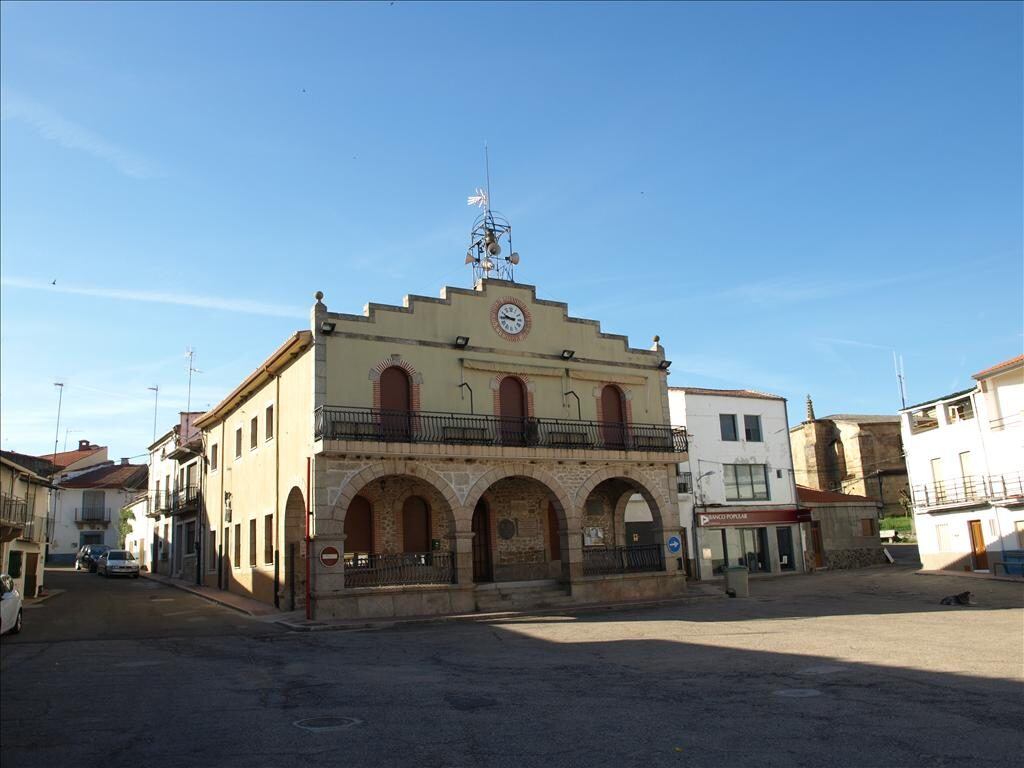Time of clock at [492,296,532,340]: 9:44
